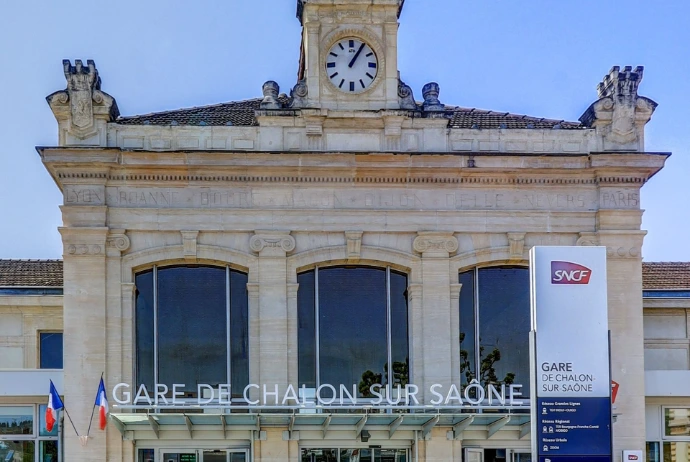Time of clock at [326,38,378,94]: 1:05
